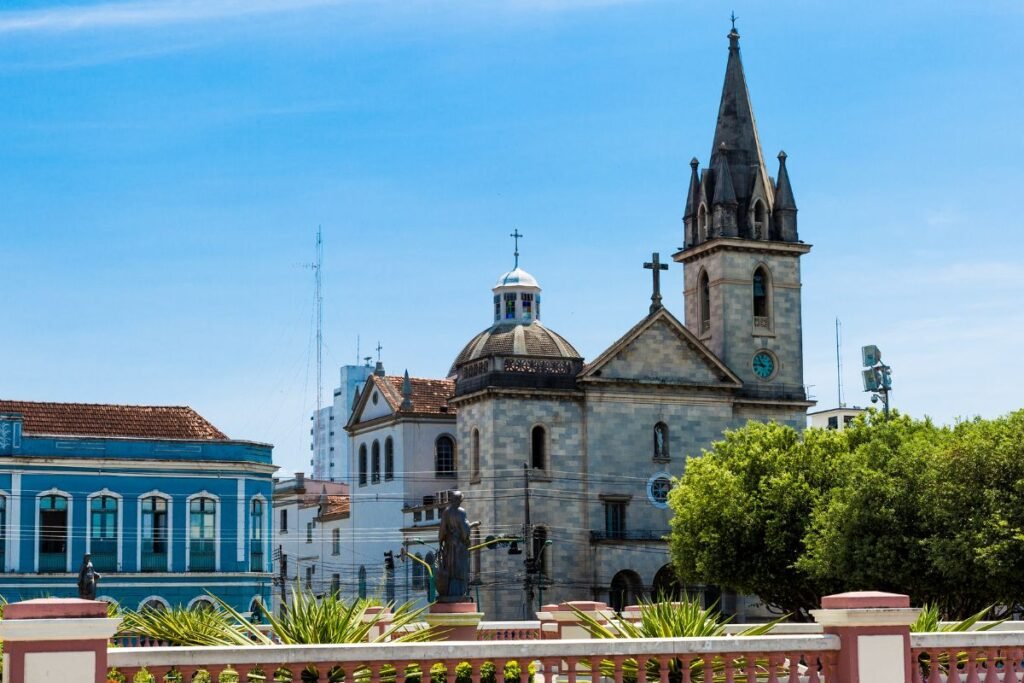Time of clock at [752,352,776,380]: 10:45
